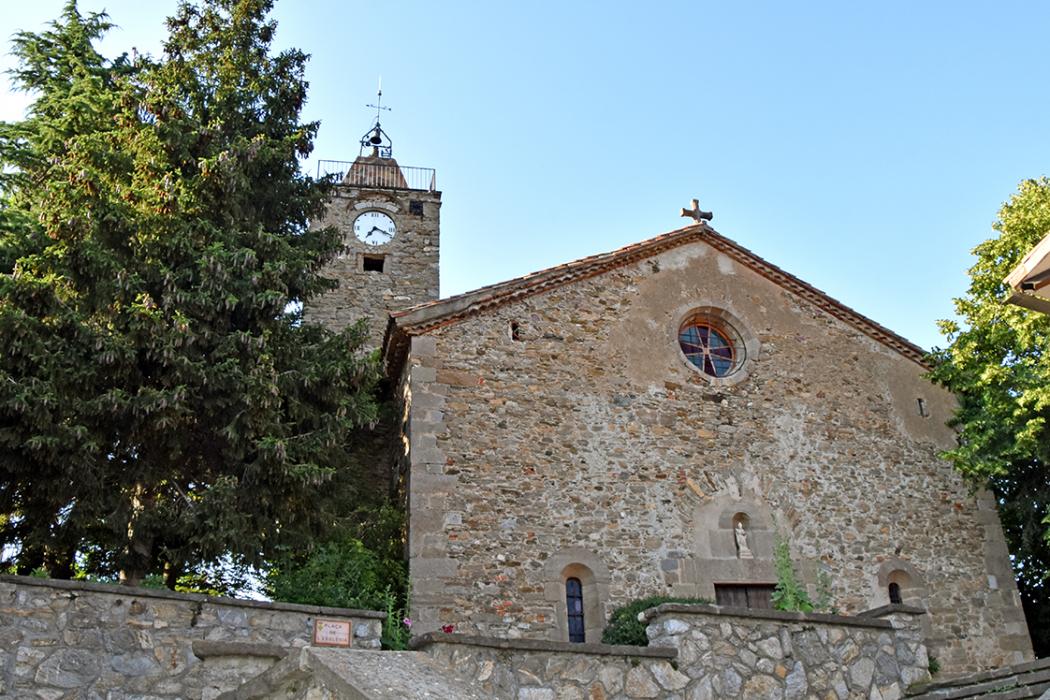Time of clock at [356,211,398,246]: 7:18
